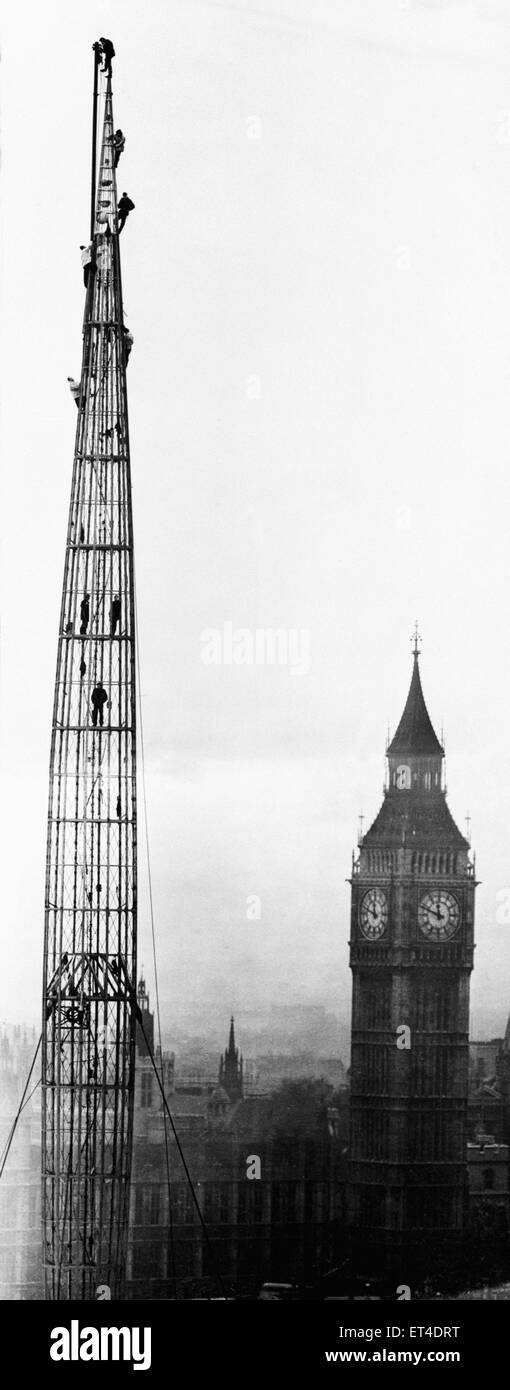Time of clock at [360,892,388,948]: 11:48
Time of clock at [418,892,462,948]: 11:48
